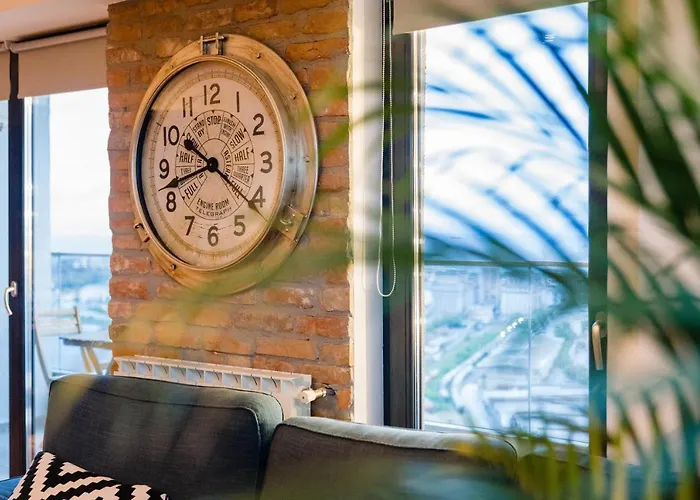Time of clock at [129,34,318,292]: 8:21
